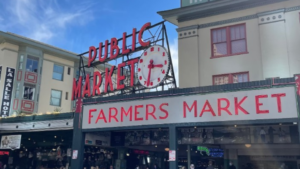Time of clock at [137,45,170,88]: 3:32
